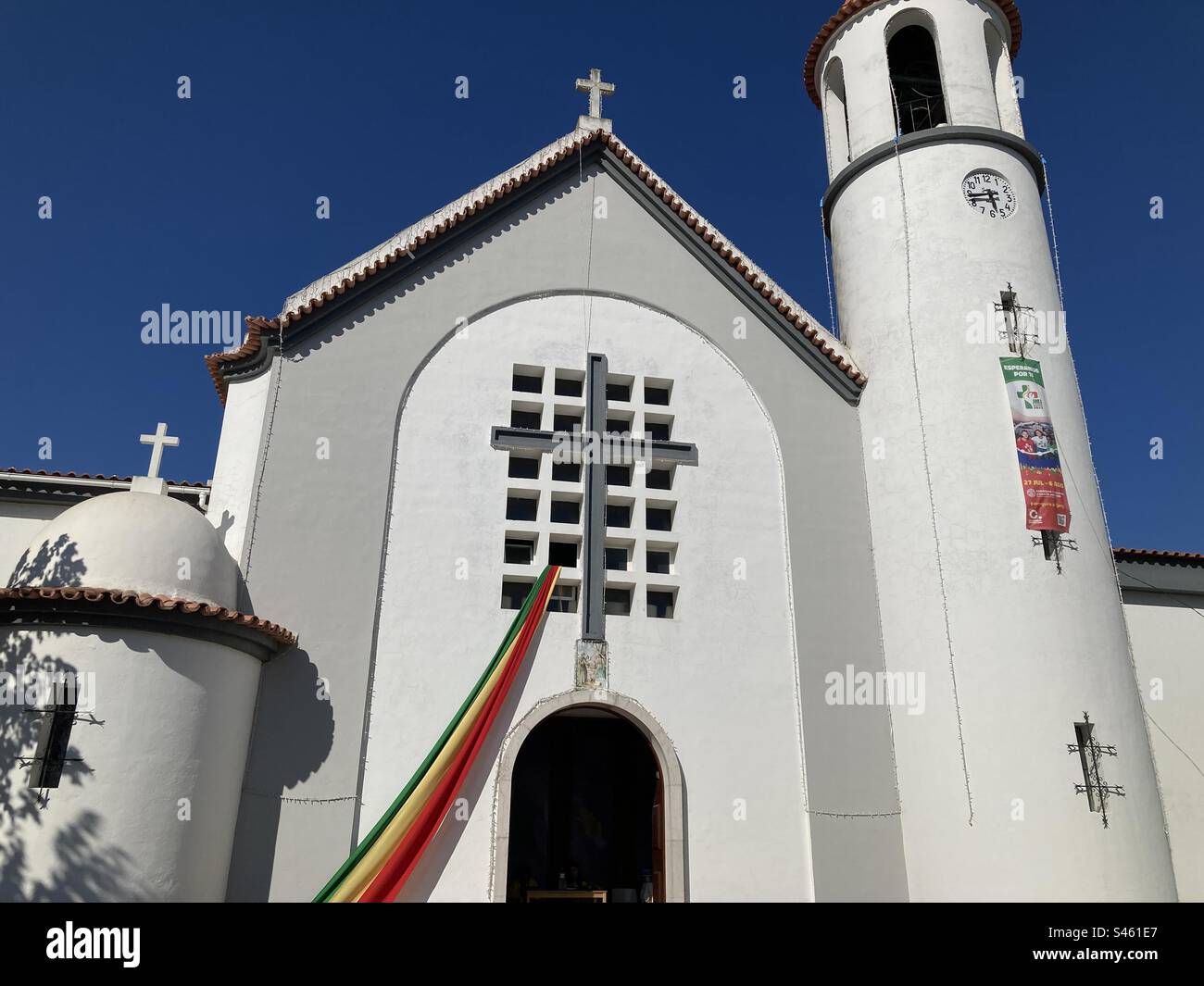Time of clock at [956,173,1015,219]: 5:43
